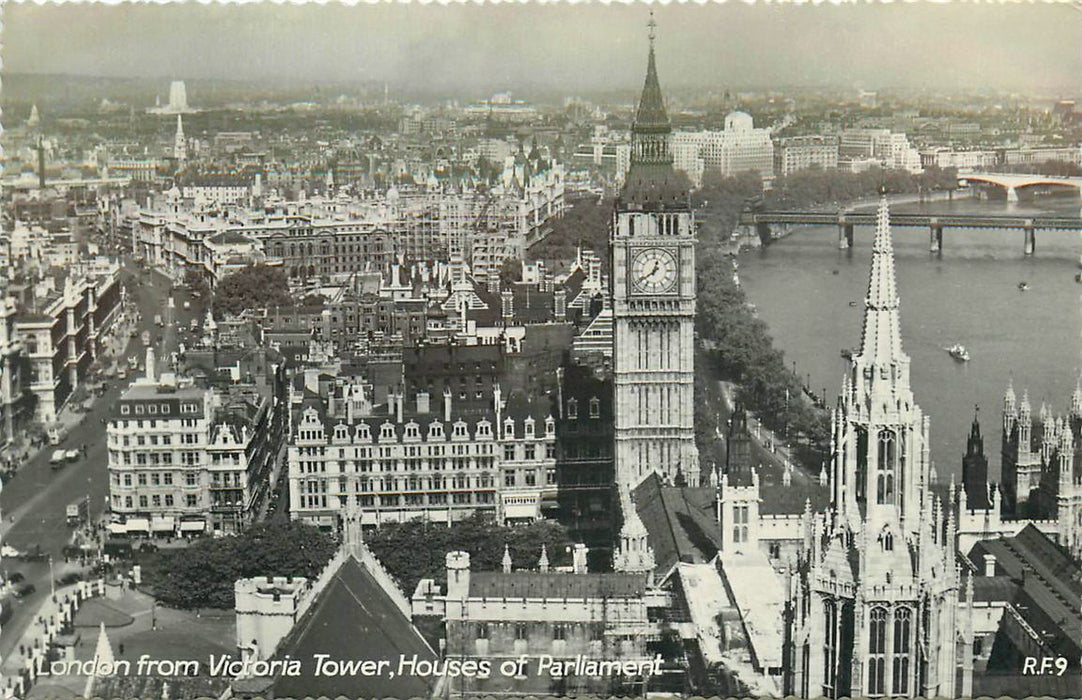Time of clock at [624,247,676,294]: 12:39
